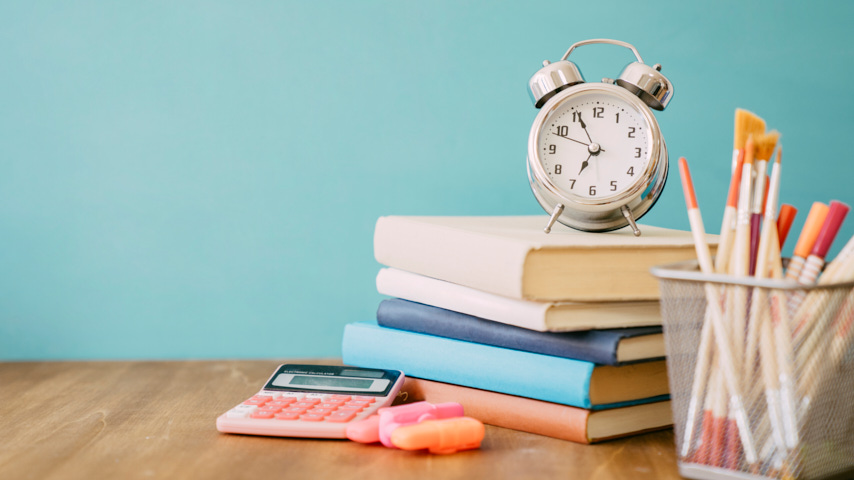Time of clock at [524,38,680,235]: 6:55
